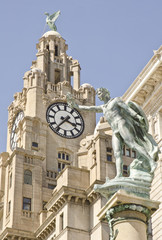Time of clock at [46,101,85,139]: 3:36
